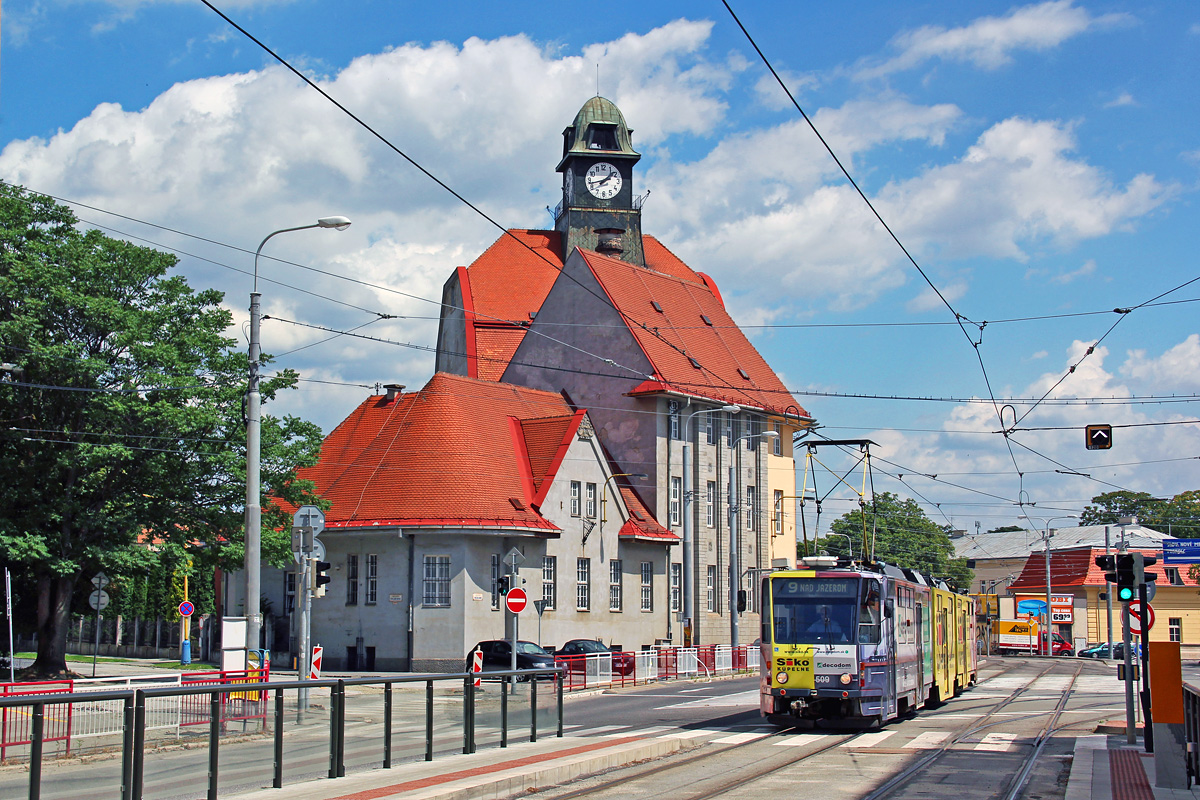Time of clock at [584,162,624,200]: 1:42
